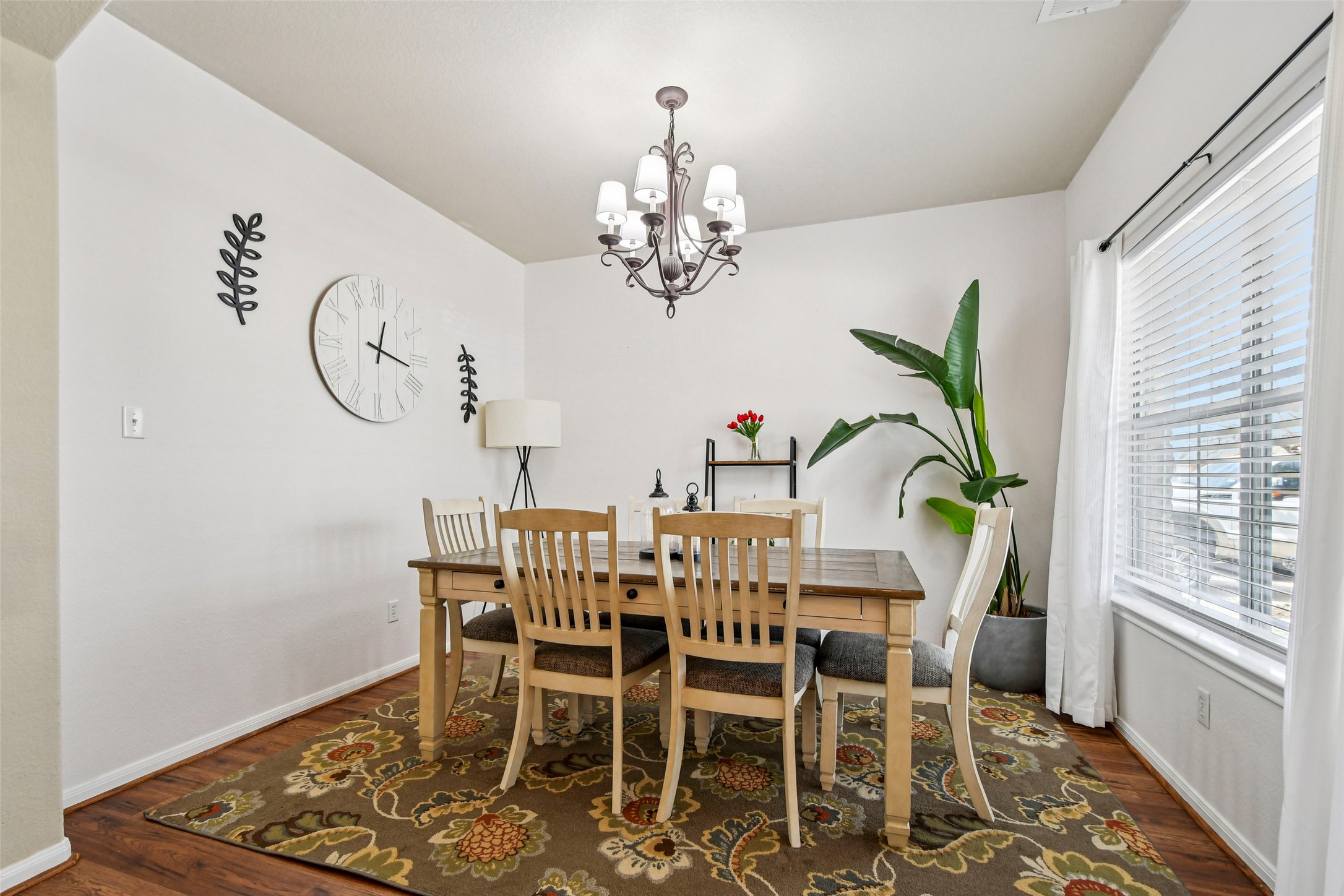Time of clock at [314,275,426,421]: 12:17
